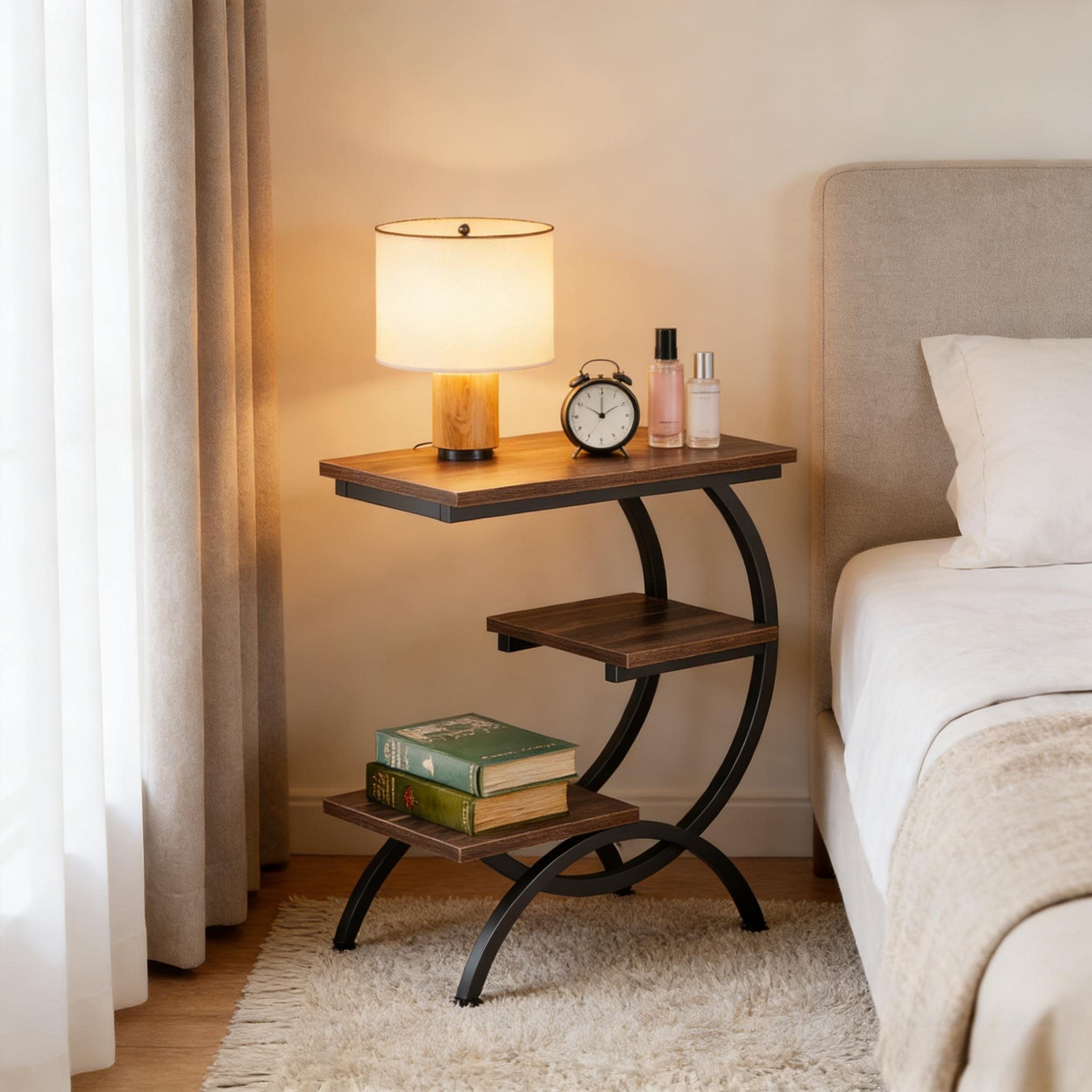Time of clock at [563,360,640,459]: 10:00
